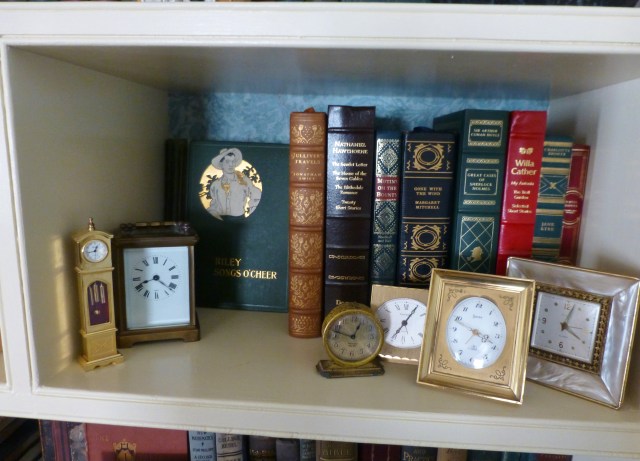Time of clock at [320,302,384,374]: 12:46
